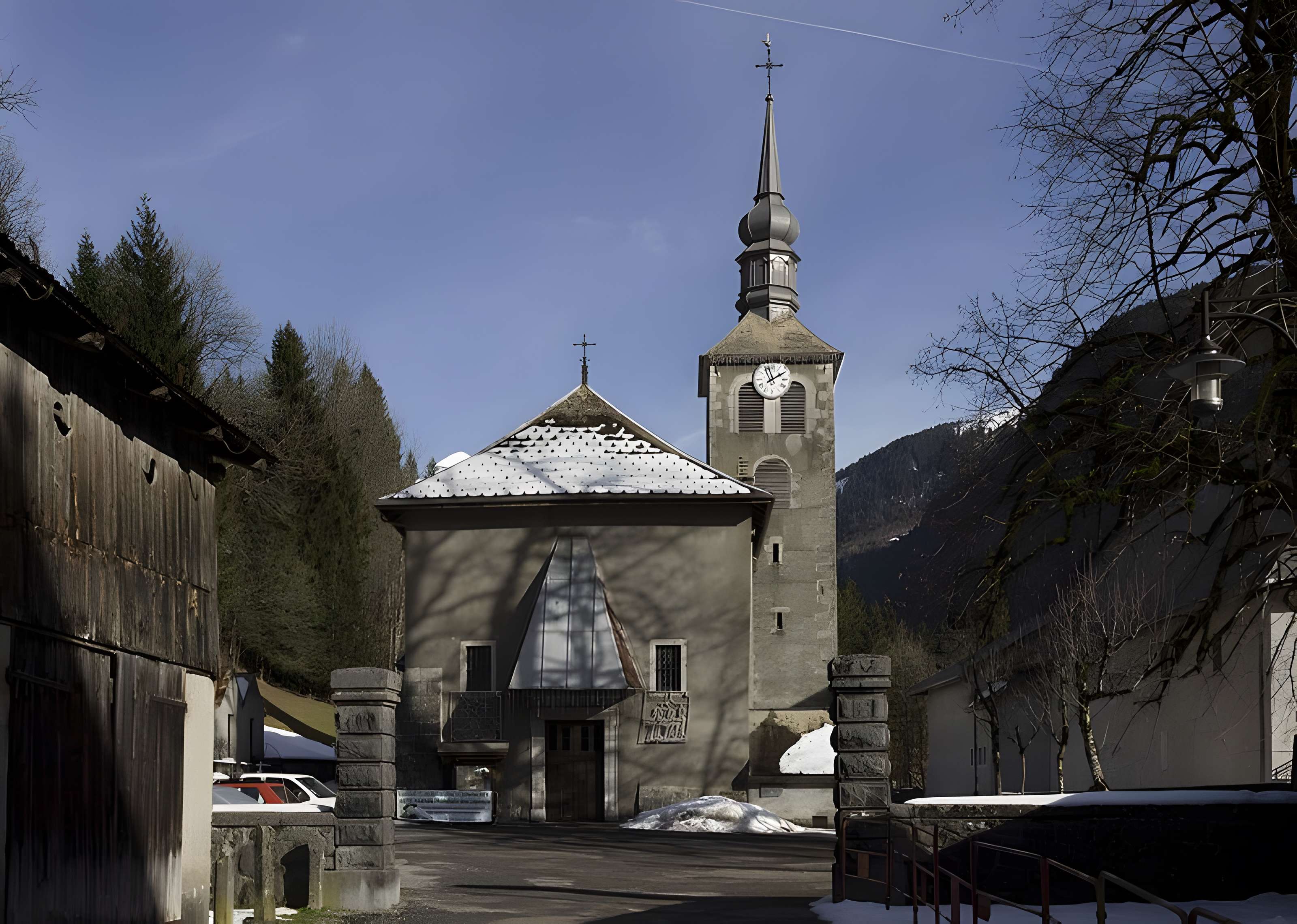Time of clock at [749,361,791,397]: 1:56
